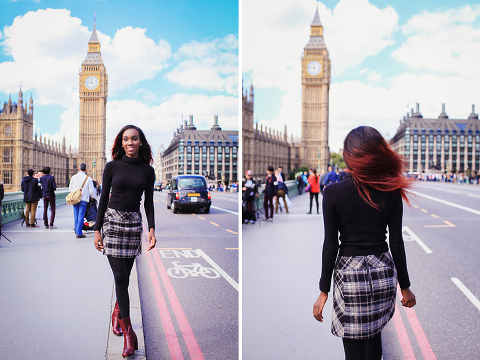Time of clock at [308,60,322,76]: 11:46
